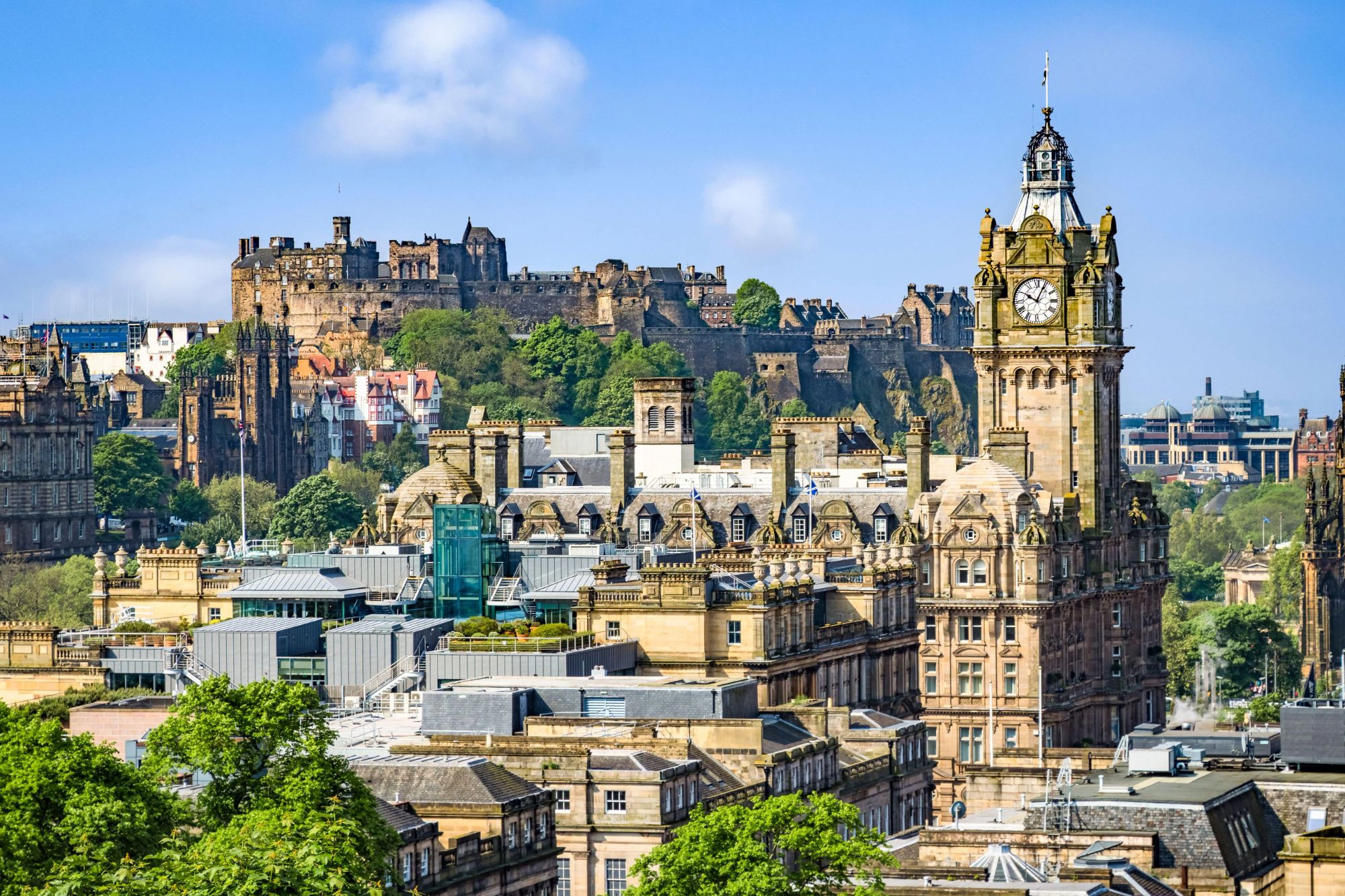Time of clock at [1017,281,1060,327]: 10:04
